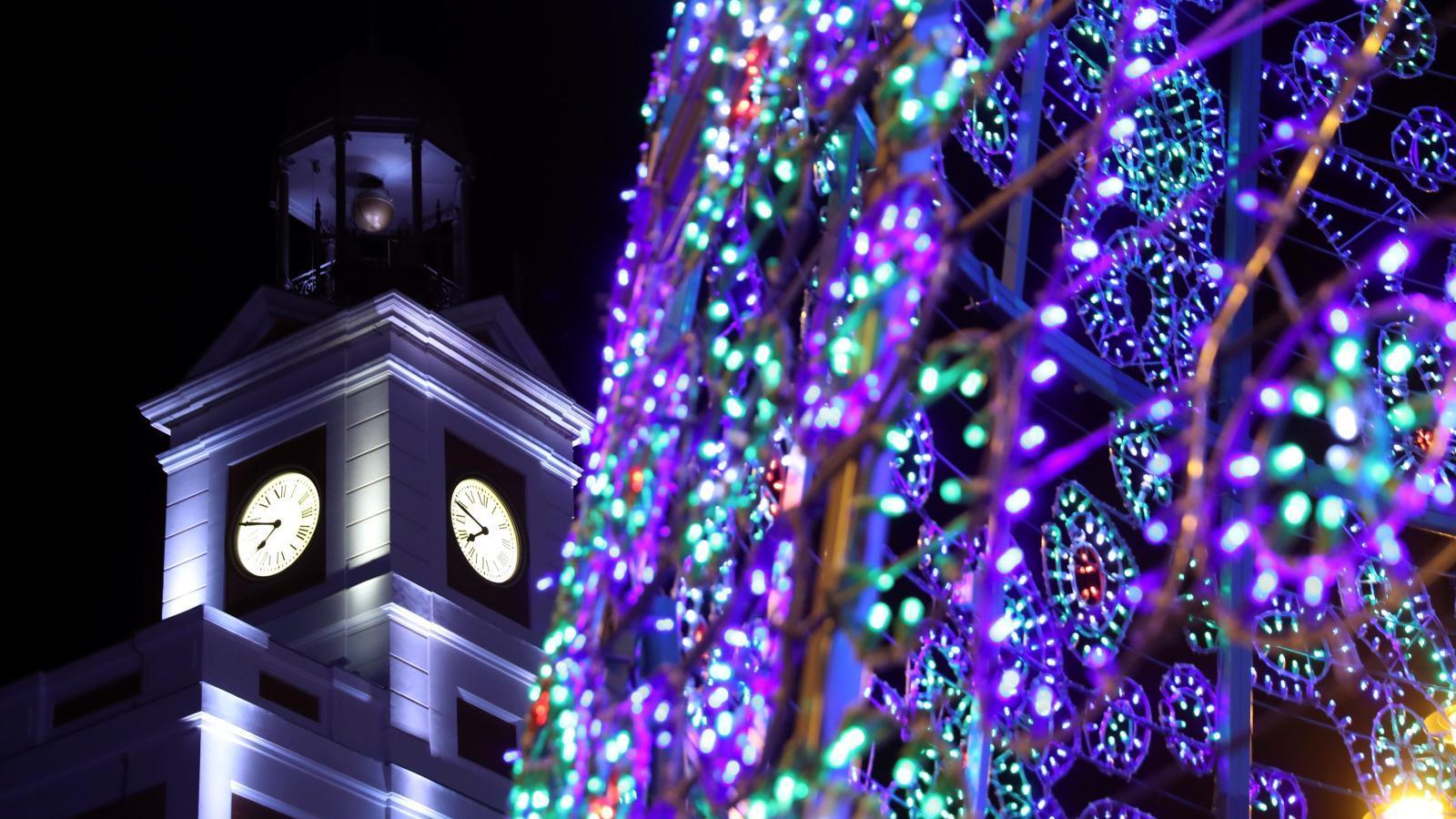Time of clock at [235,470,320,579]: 7:48
